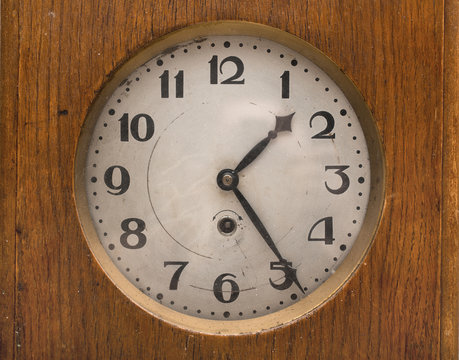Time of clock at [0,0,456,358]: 1:24
